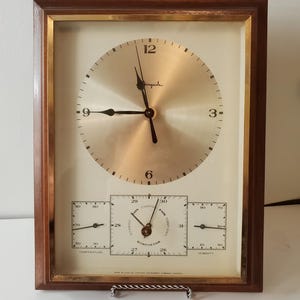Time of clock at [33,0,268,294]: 11:45
